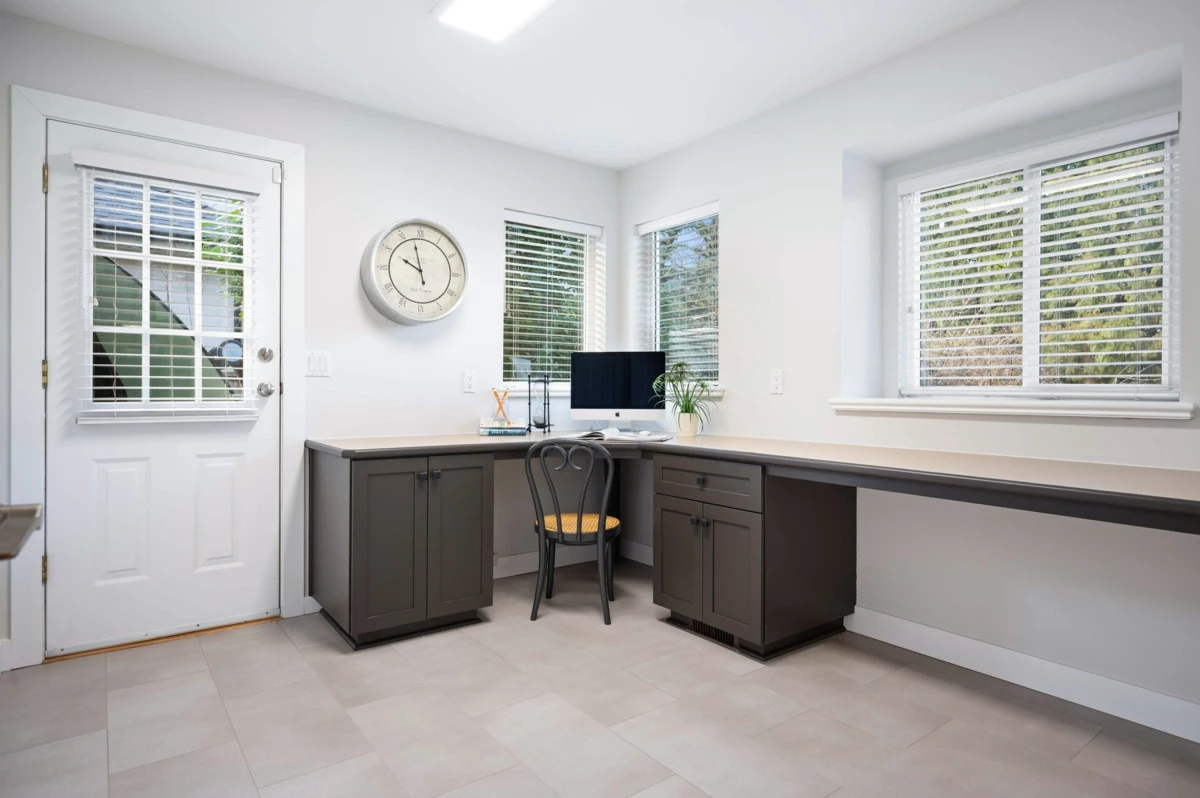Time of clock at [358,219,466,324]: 9:57
